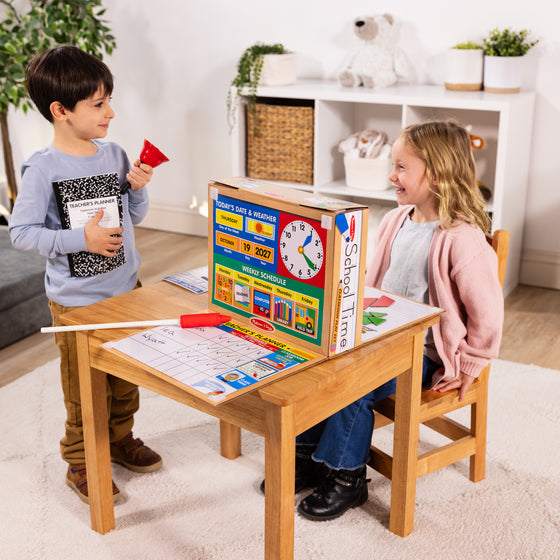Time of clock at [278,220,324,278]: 4:20
